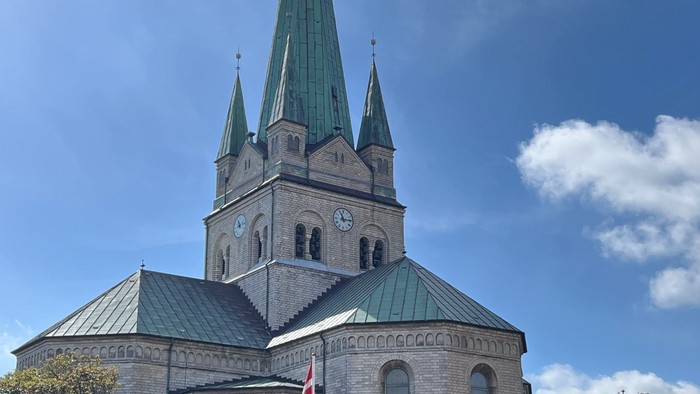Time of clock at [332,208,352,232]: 11:13
